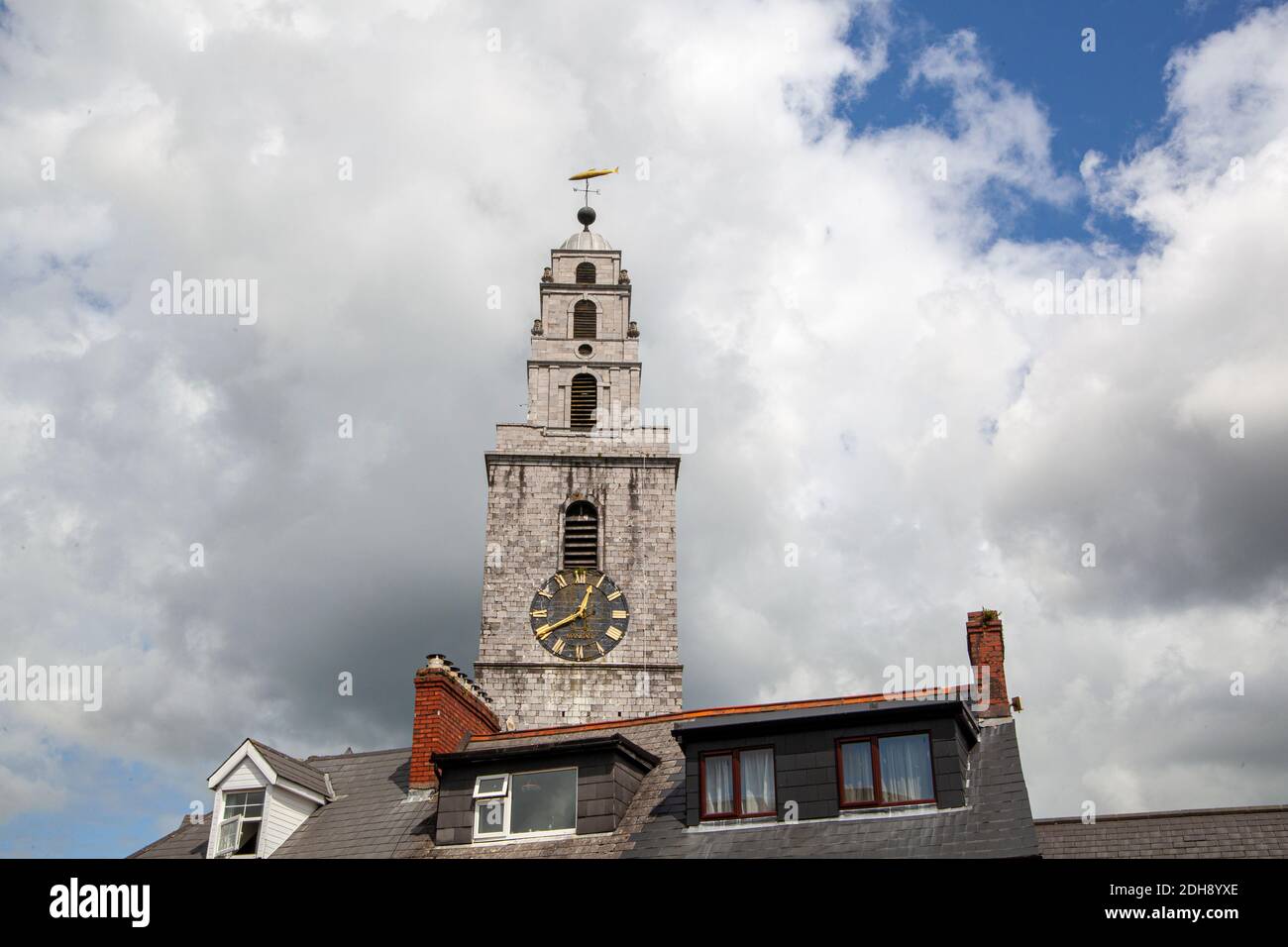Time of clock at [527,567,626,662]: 12:40
